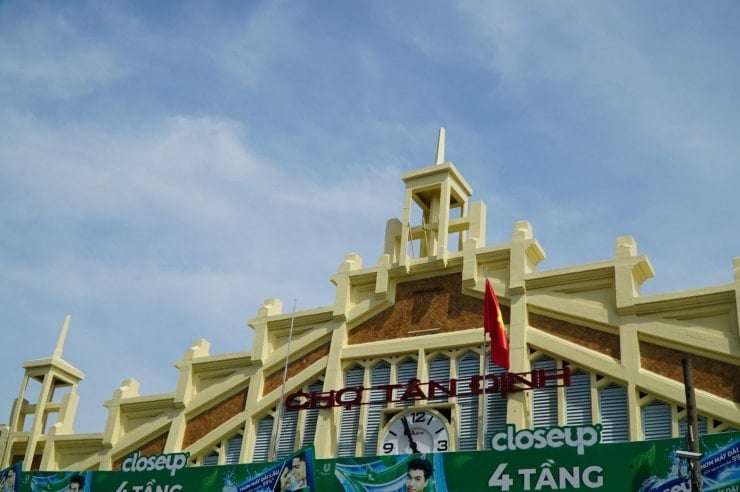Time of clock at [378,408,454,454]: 10:55
